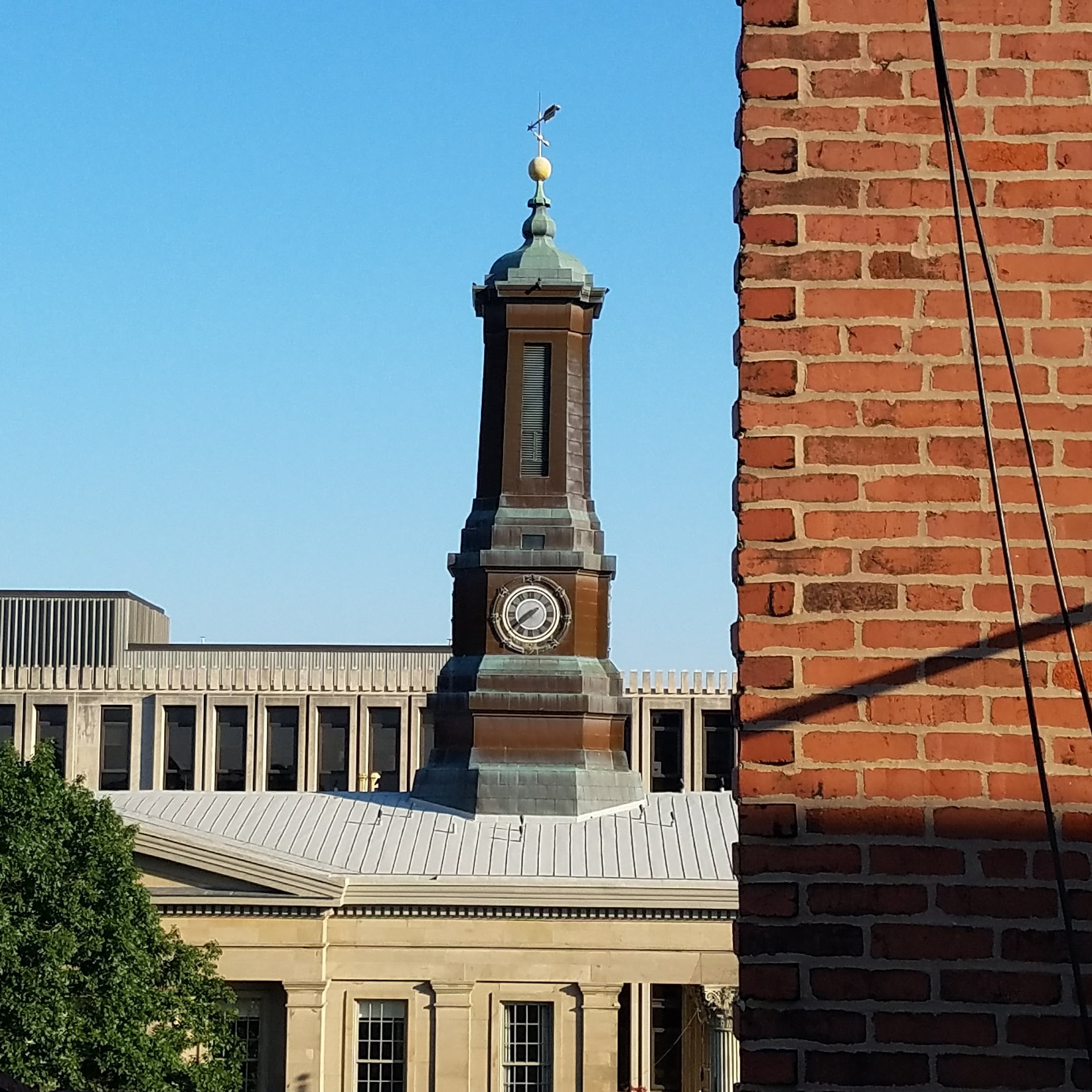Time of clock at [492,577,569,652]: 7:38
